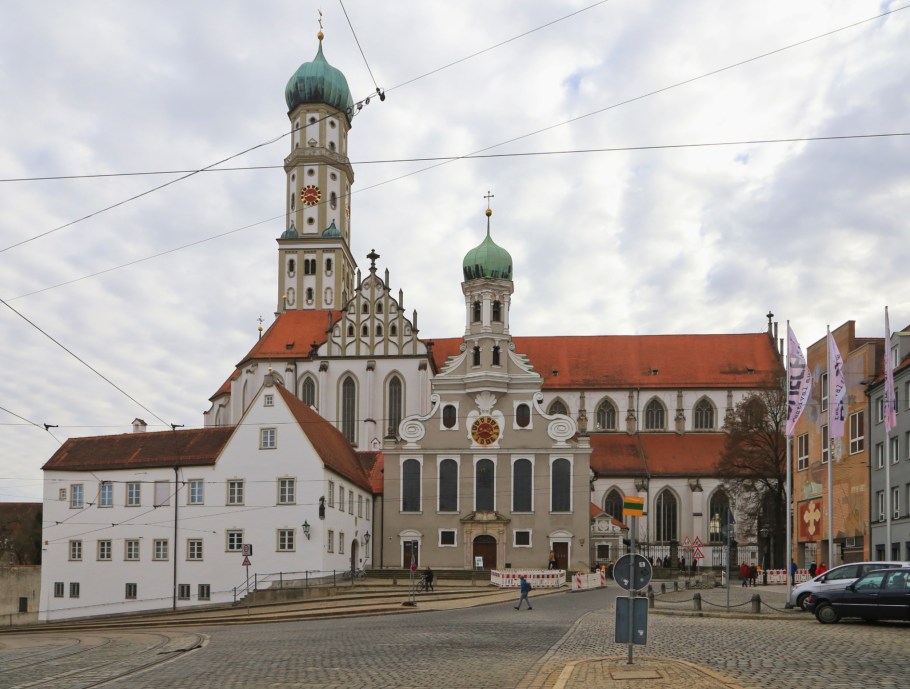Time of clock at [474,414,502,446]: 3:40
